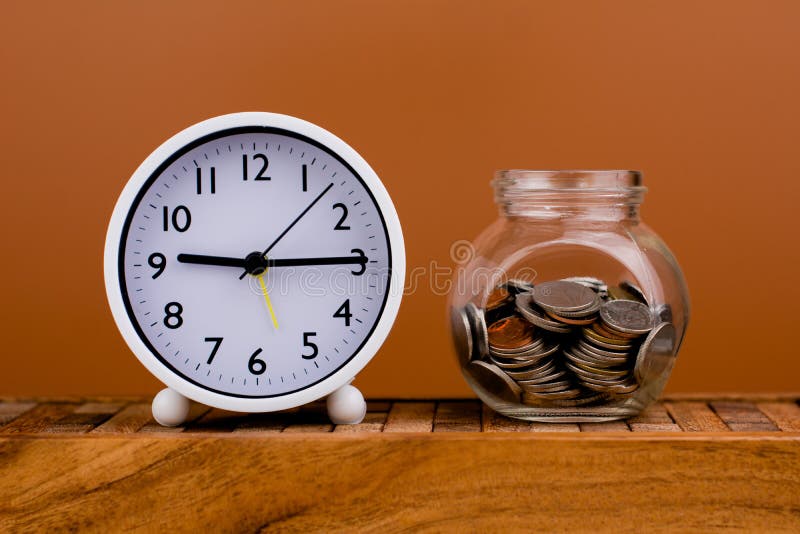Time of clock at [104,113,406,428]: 9:14
